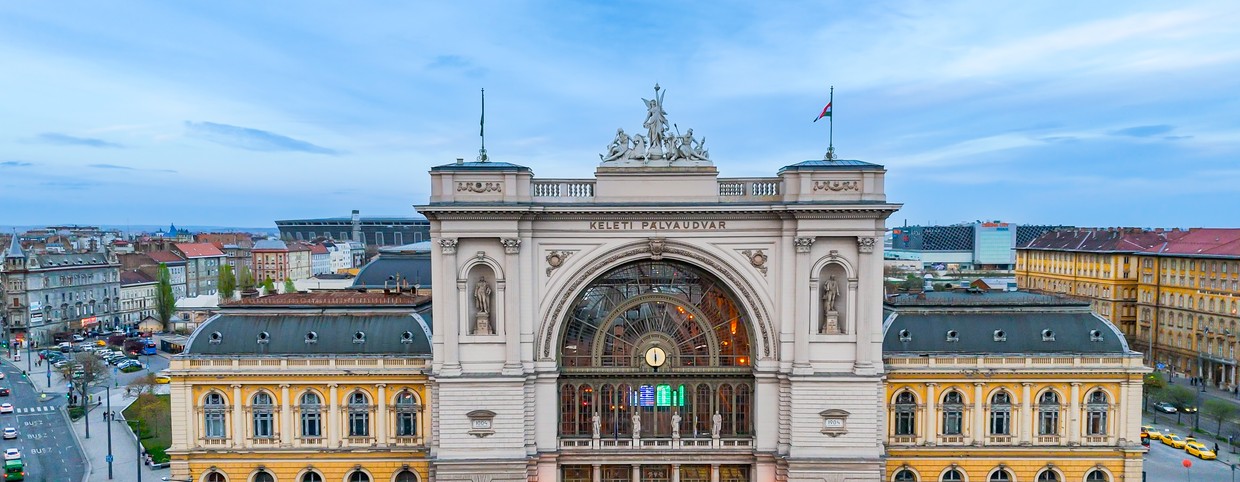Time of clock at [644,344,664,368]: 5:59
